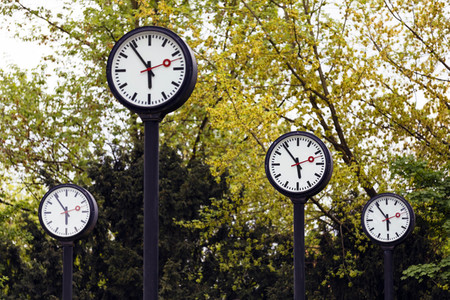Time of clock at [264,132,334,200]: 5:53
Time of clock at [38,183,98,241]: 5:54
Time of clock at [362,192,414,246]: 5:54
